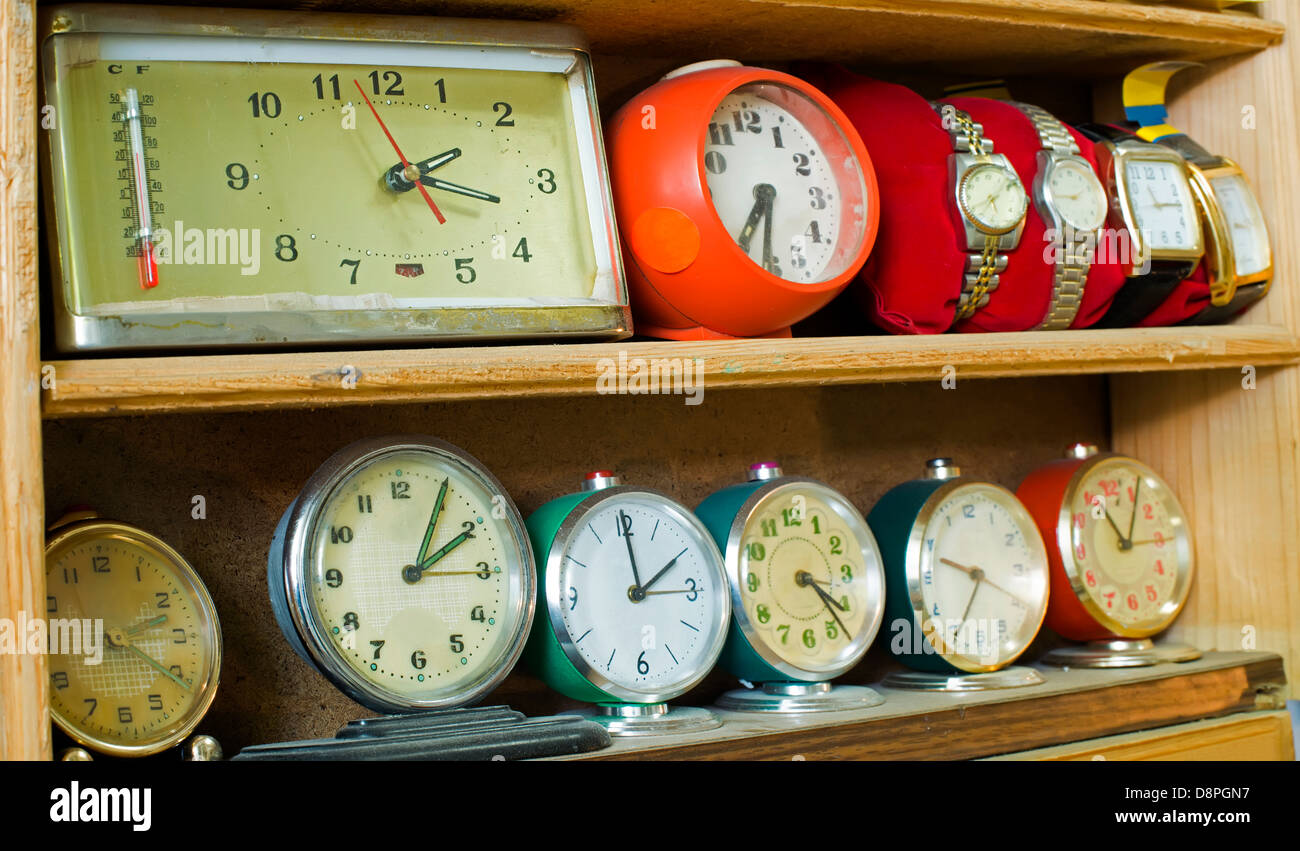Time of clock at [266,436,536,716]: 2:04
